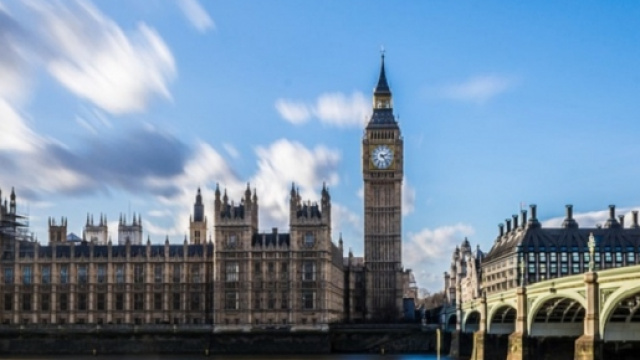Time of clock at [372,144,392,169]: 2:23
